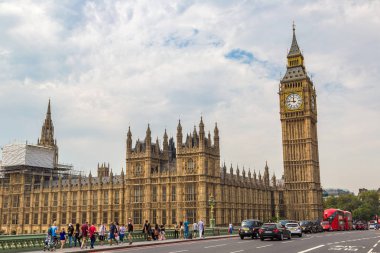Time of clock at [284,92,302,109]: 11:46
